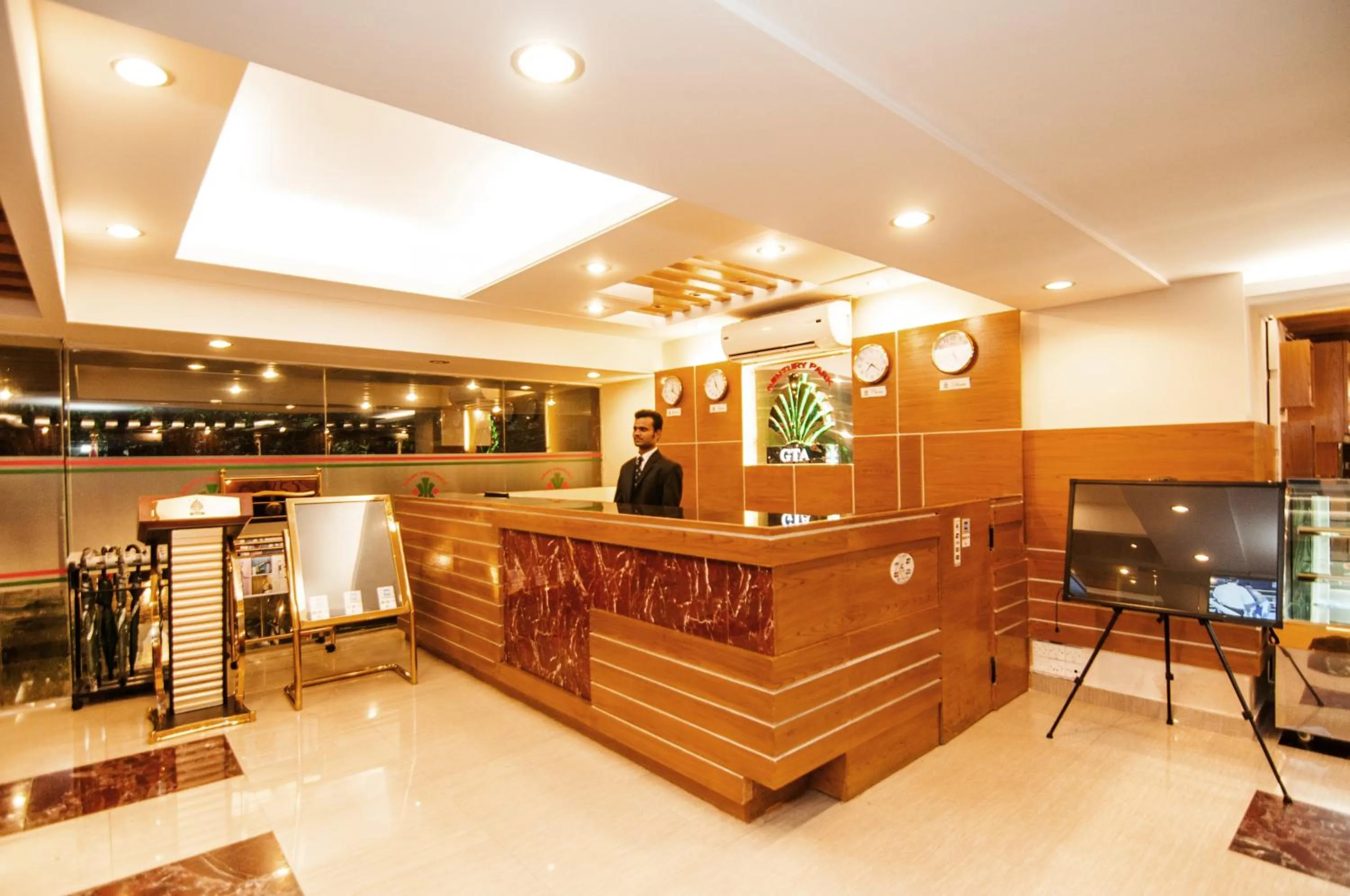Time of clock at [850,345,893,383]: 7:21
